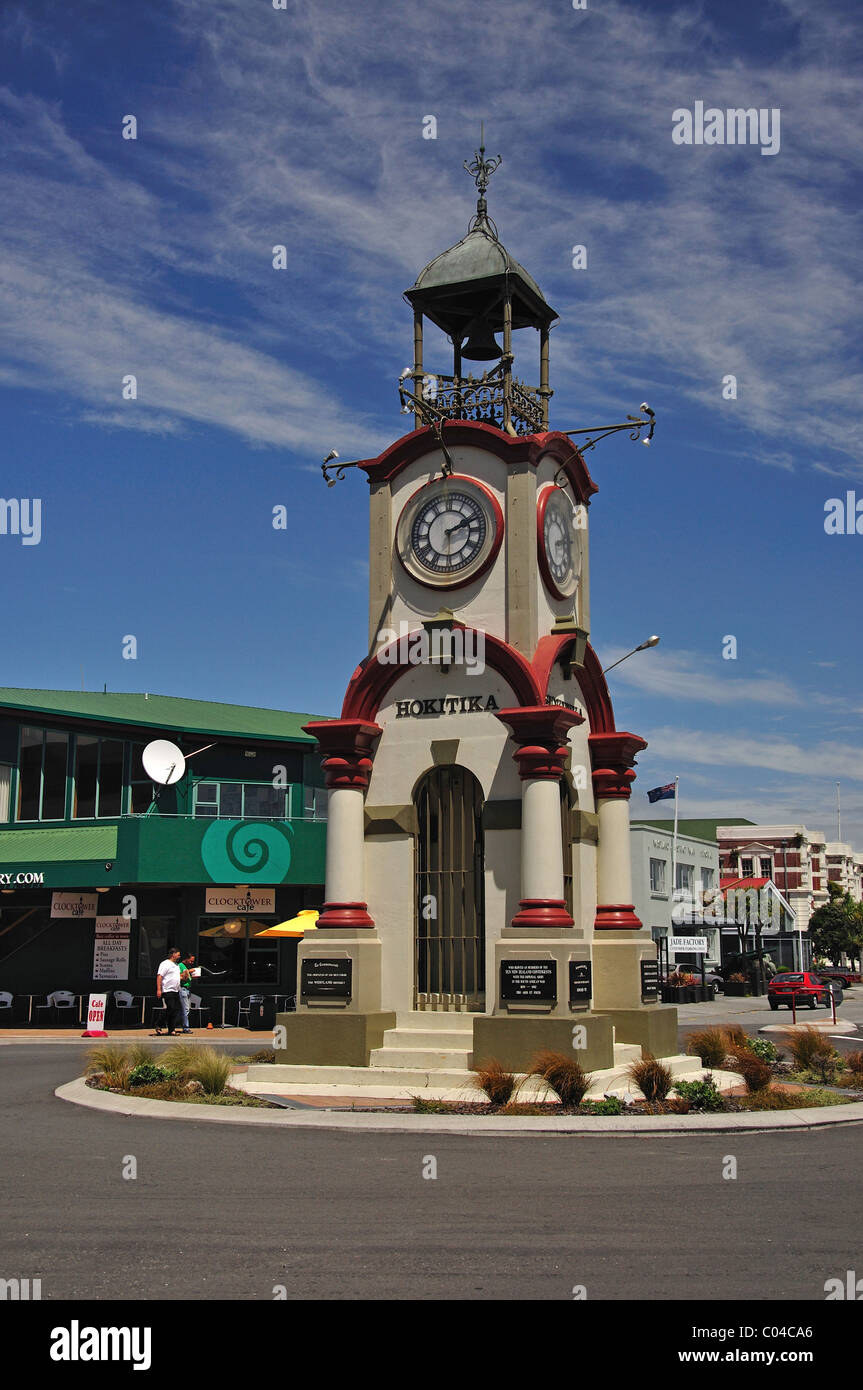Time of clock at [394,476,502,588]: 2:11
